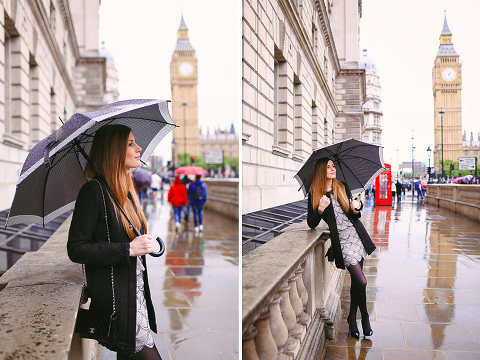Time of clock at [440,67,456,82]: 1:24
